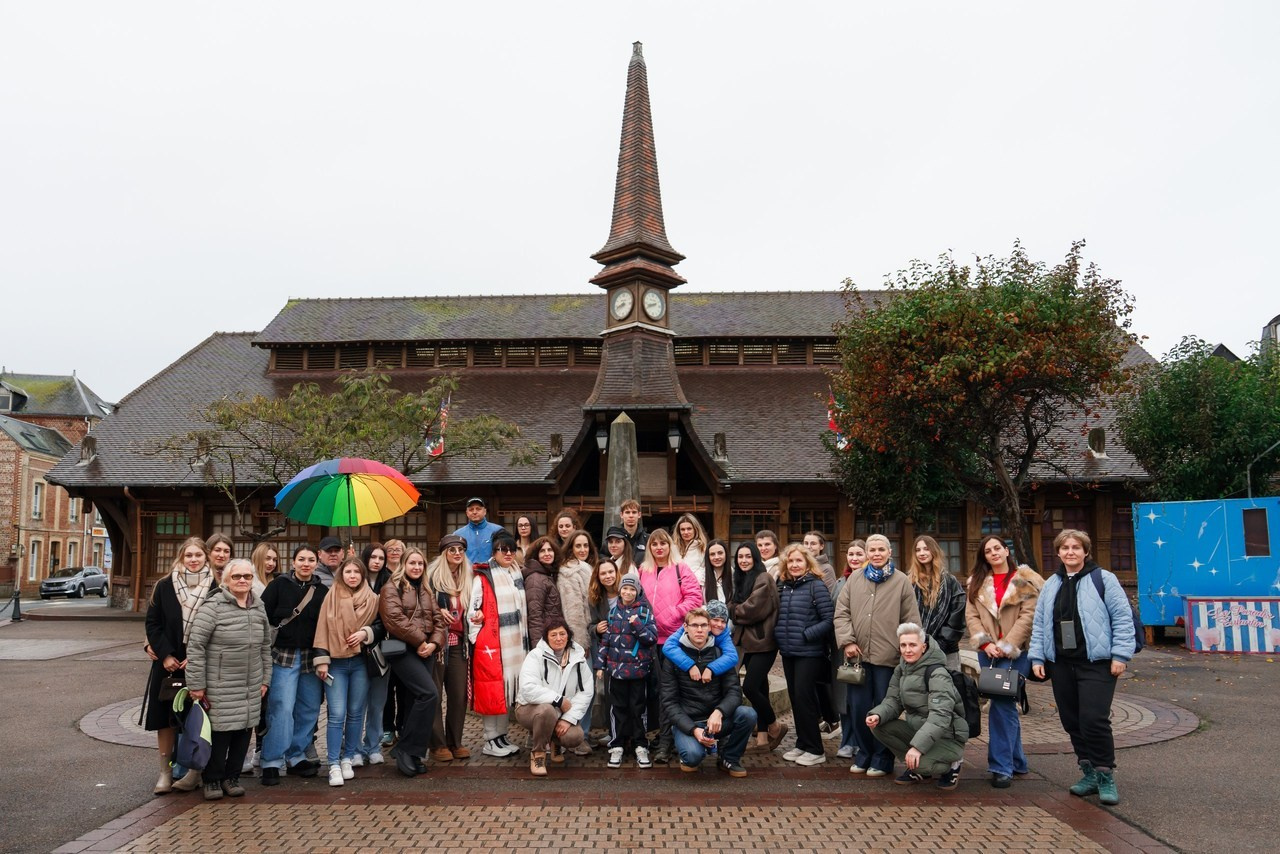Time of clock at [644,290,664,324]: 8:41
